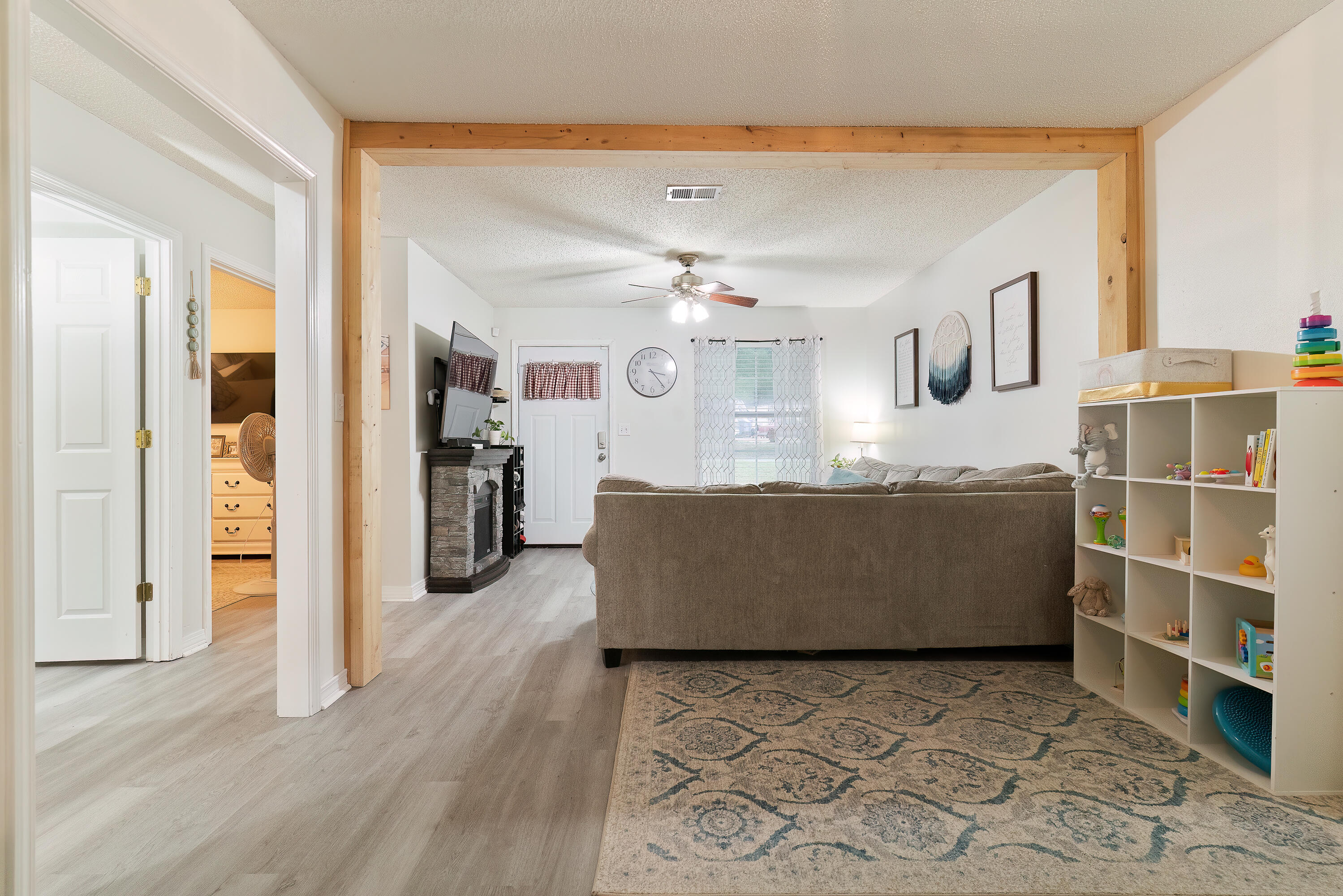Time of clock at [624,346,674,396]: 3:23
